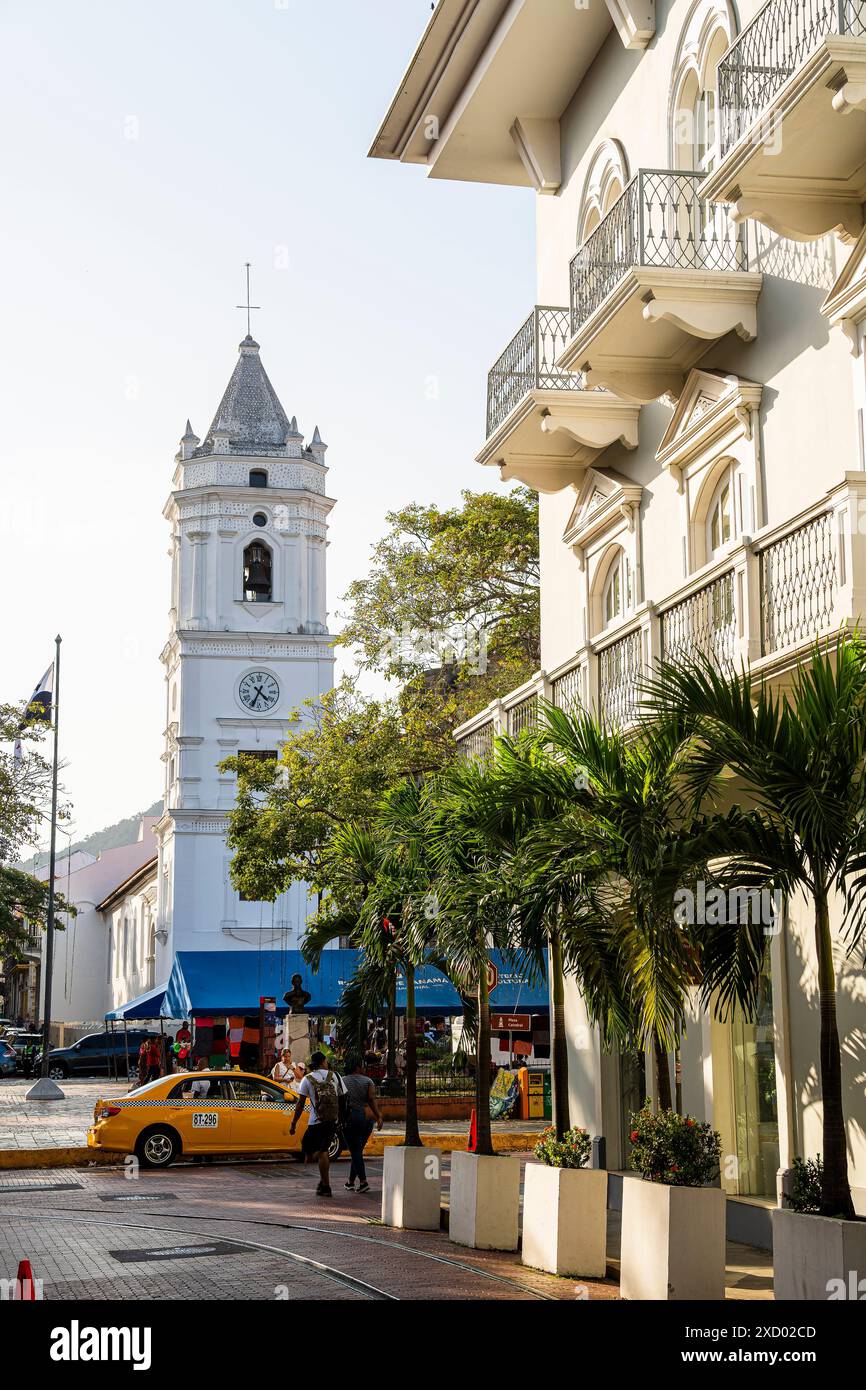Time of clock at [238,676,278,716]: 4:34
